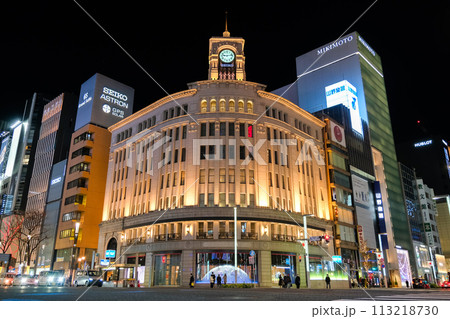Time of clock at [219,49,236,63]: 9:13
